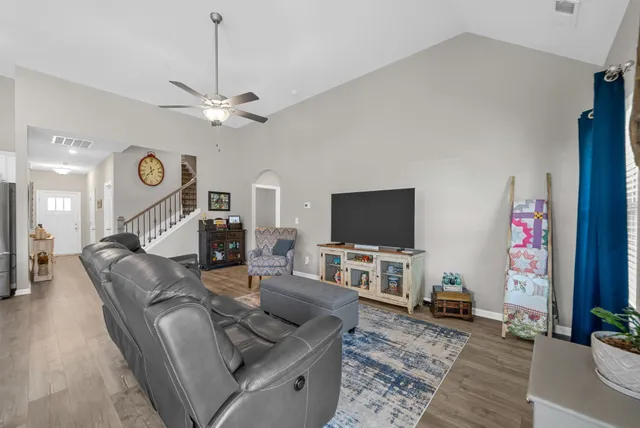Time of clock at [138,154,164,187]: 11:36
